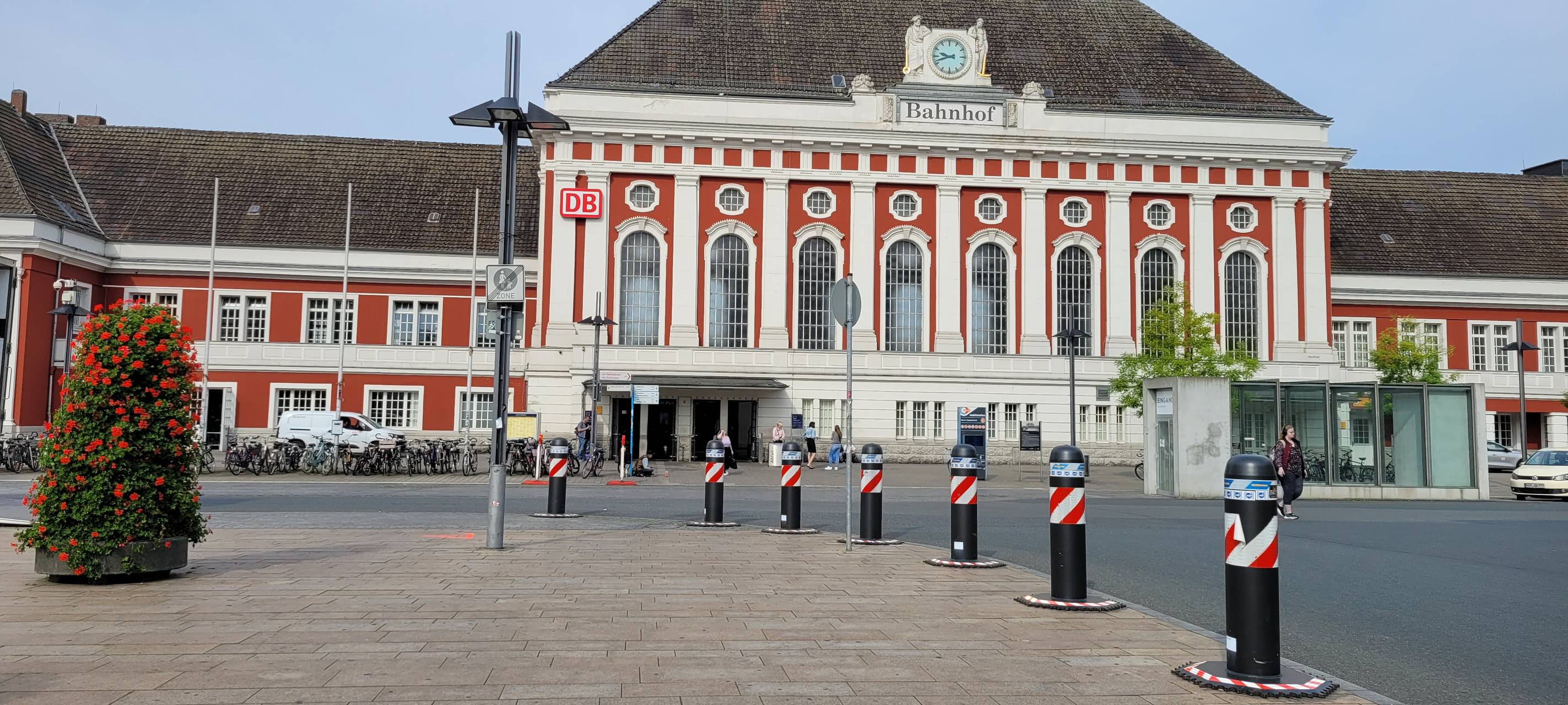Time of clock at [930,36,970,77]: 9:42
